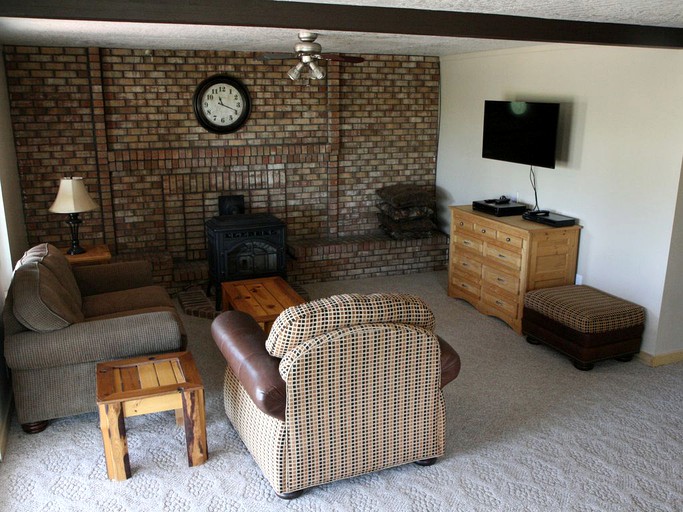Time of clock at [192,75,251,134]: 11:18
